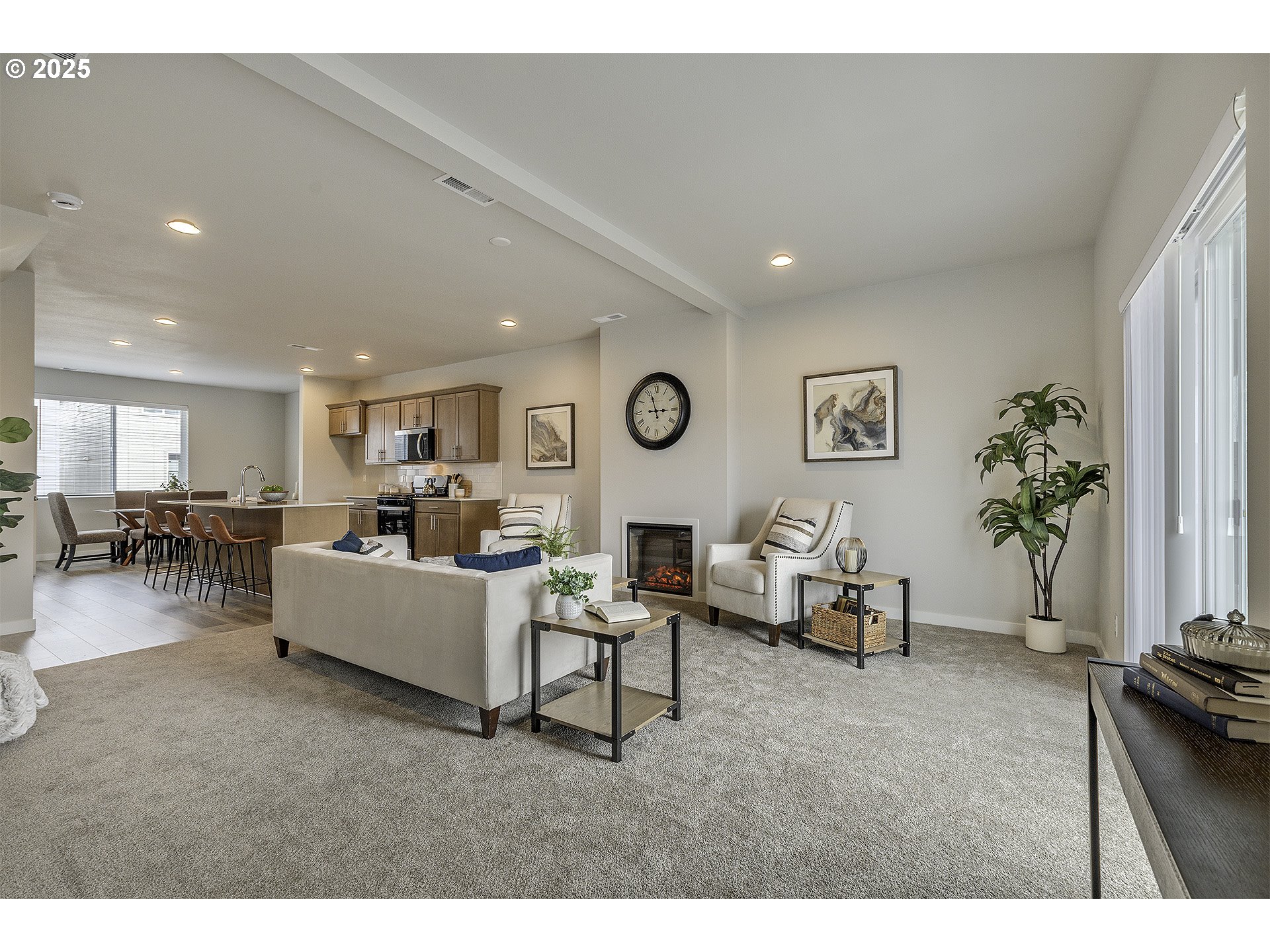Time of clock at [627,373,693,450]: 2:56
